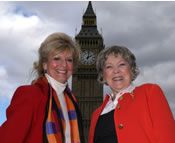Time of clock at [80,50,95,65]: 2:01
